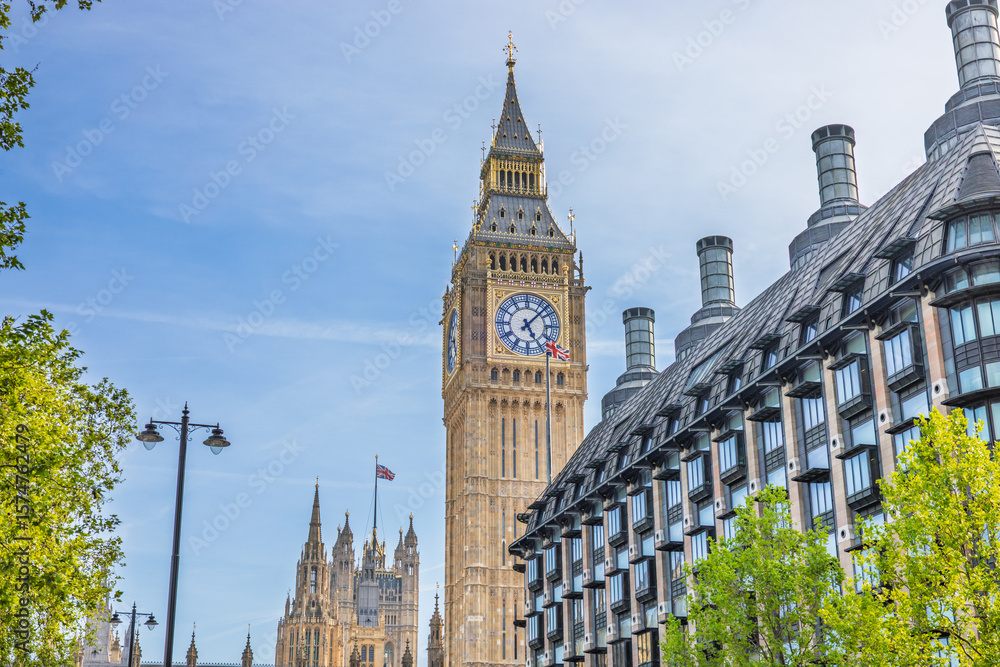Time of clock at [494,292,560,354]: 5:07
